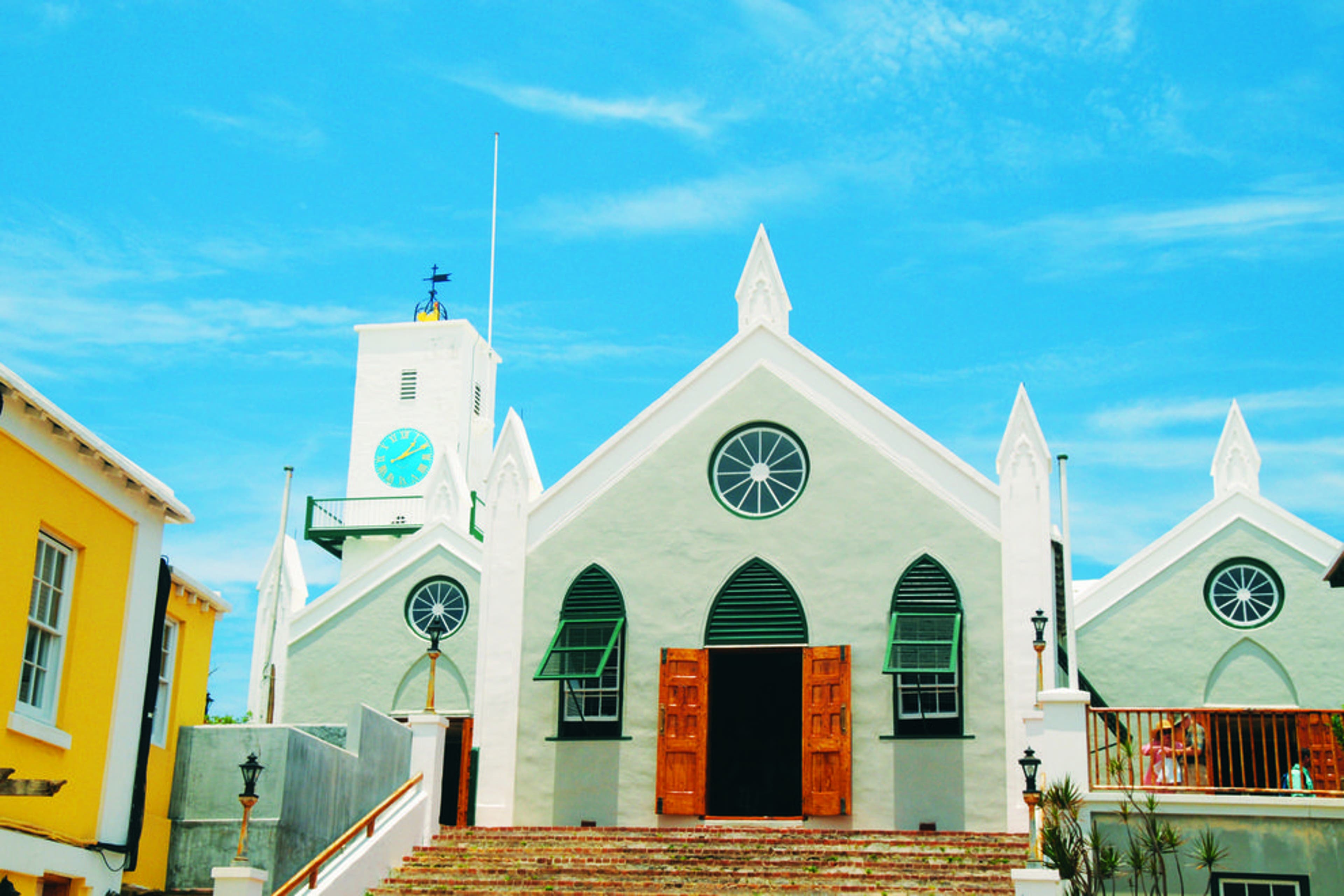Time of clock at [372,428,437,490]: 1:10
